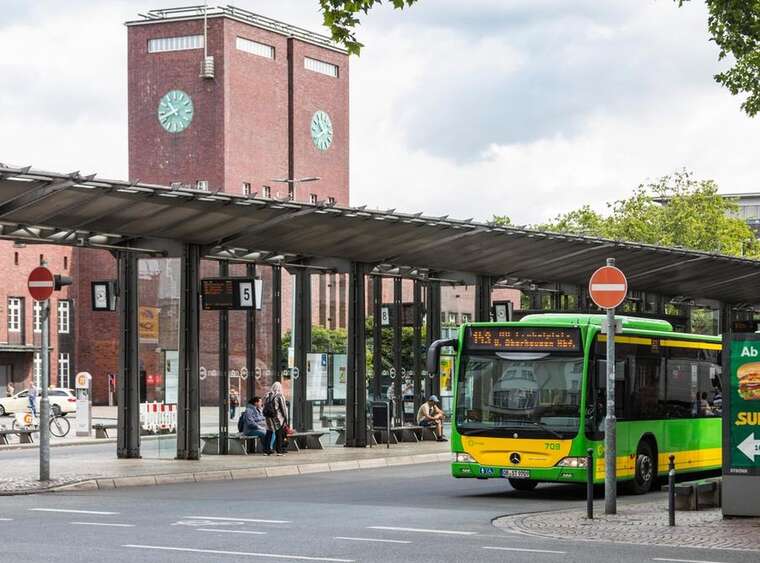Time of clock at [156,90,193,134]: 10:41
